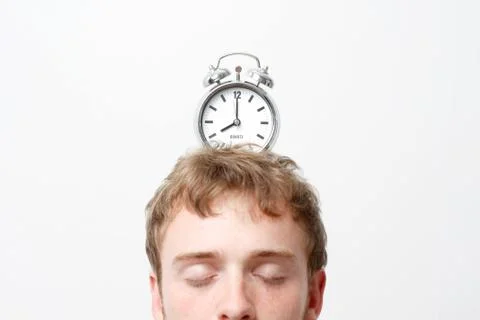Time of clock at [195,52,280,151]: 8:00
